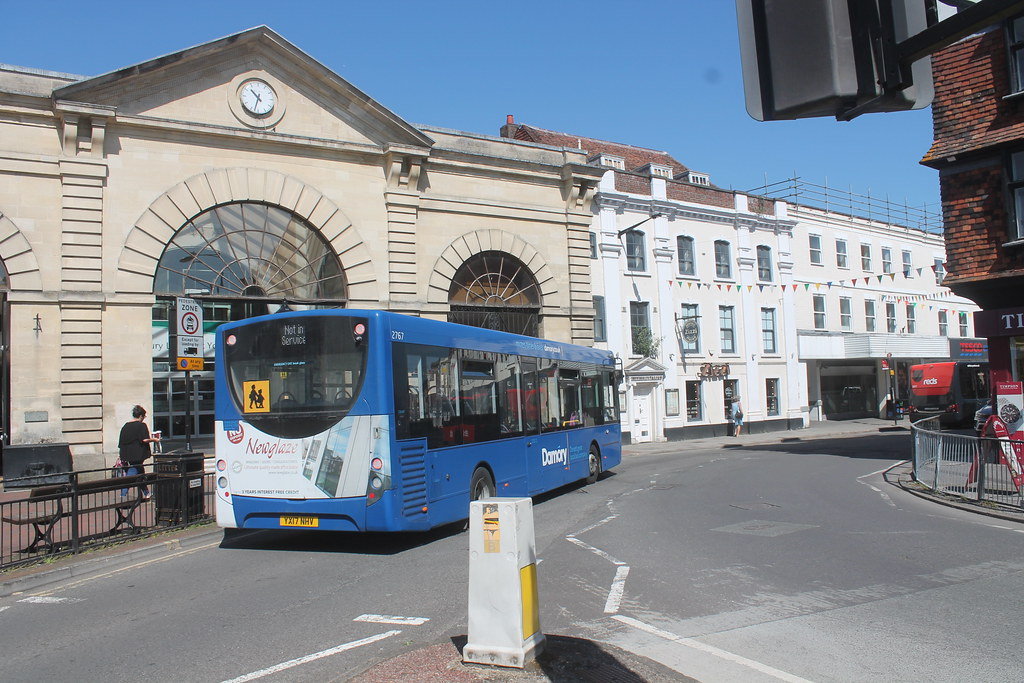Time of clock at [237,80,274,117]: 10:32
